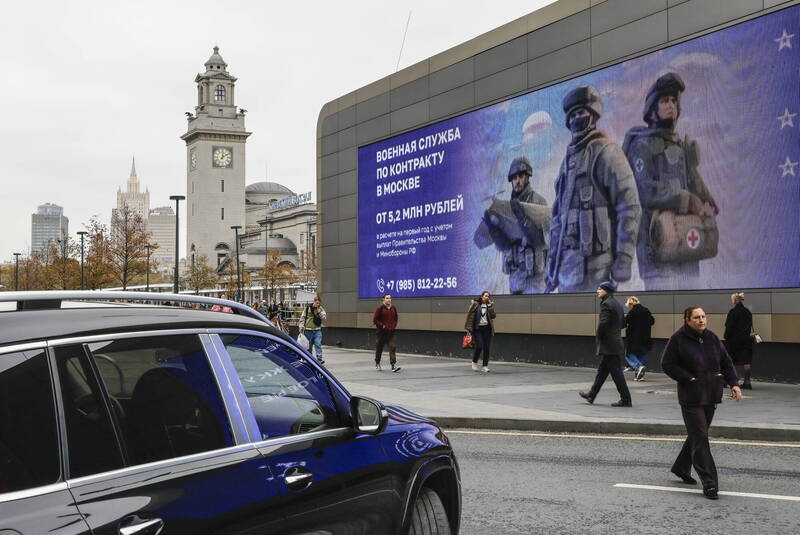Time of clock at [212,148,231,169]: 12:09
